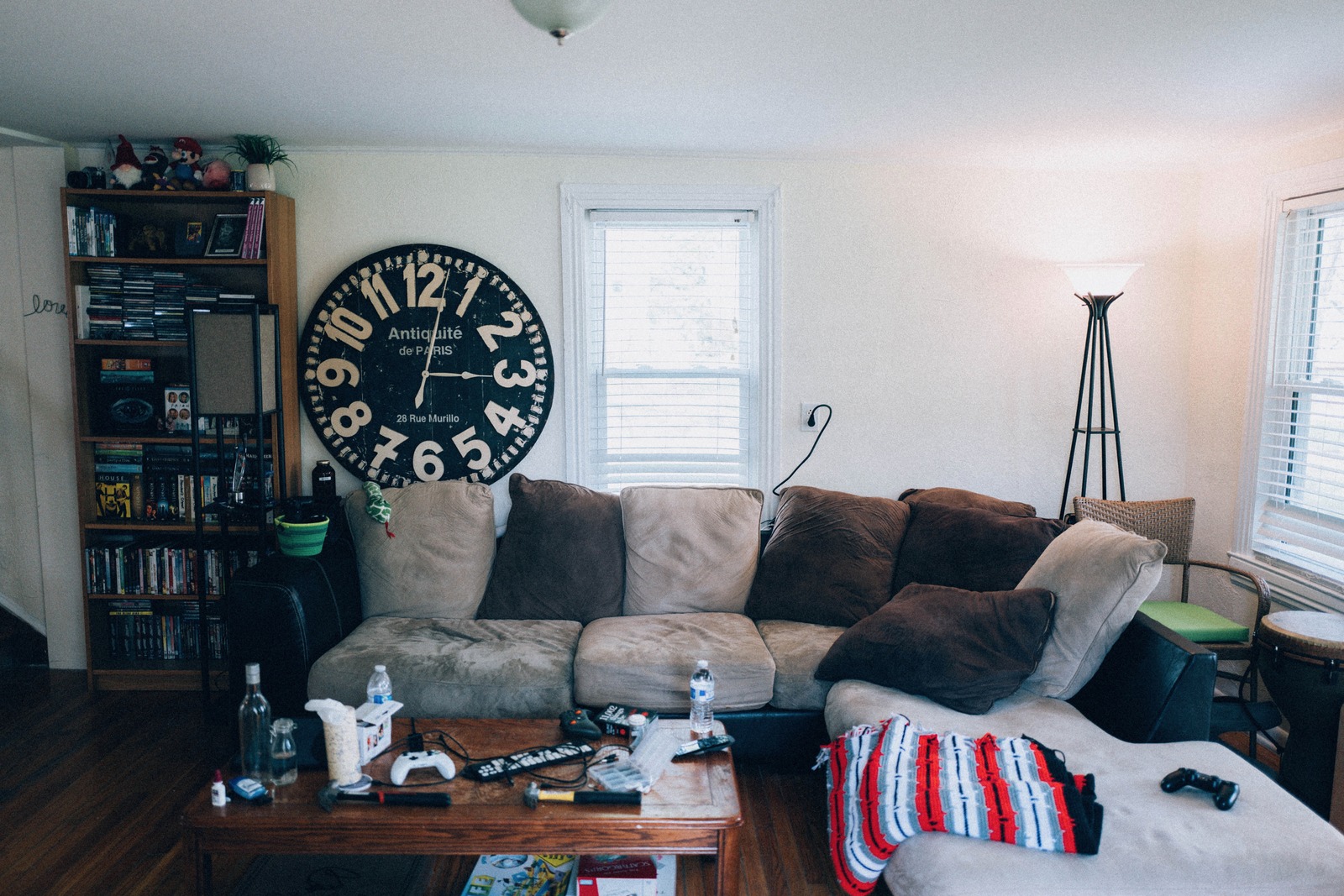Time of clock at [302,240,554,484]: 3:02
